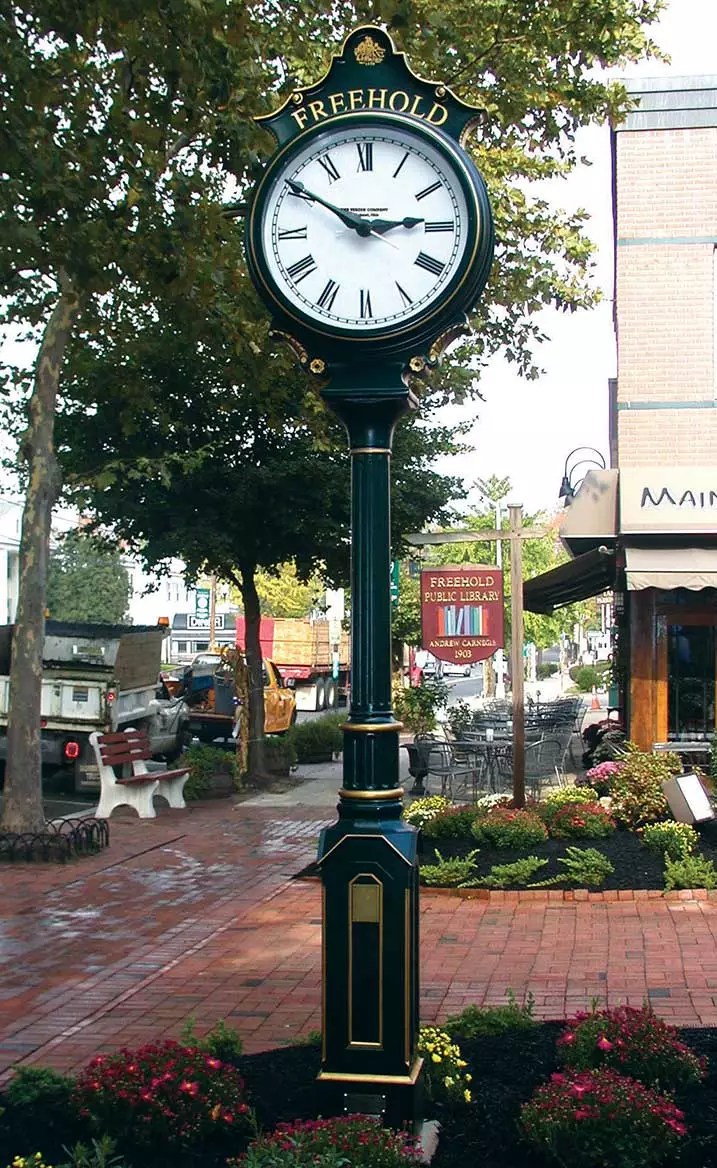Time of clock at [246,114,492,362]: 2:50
